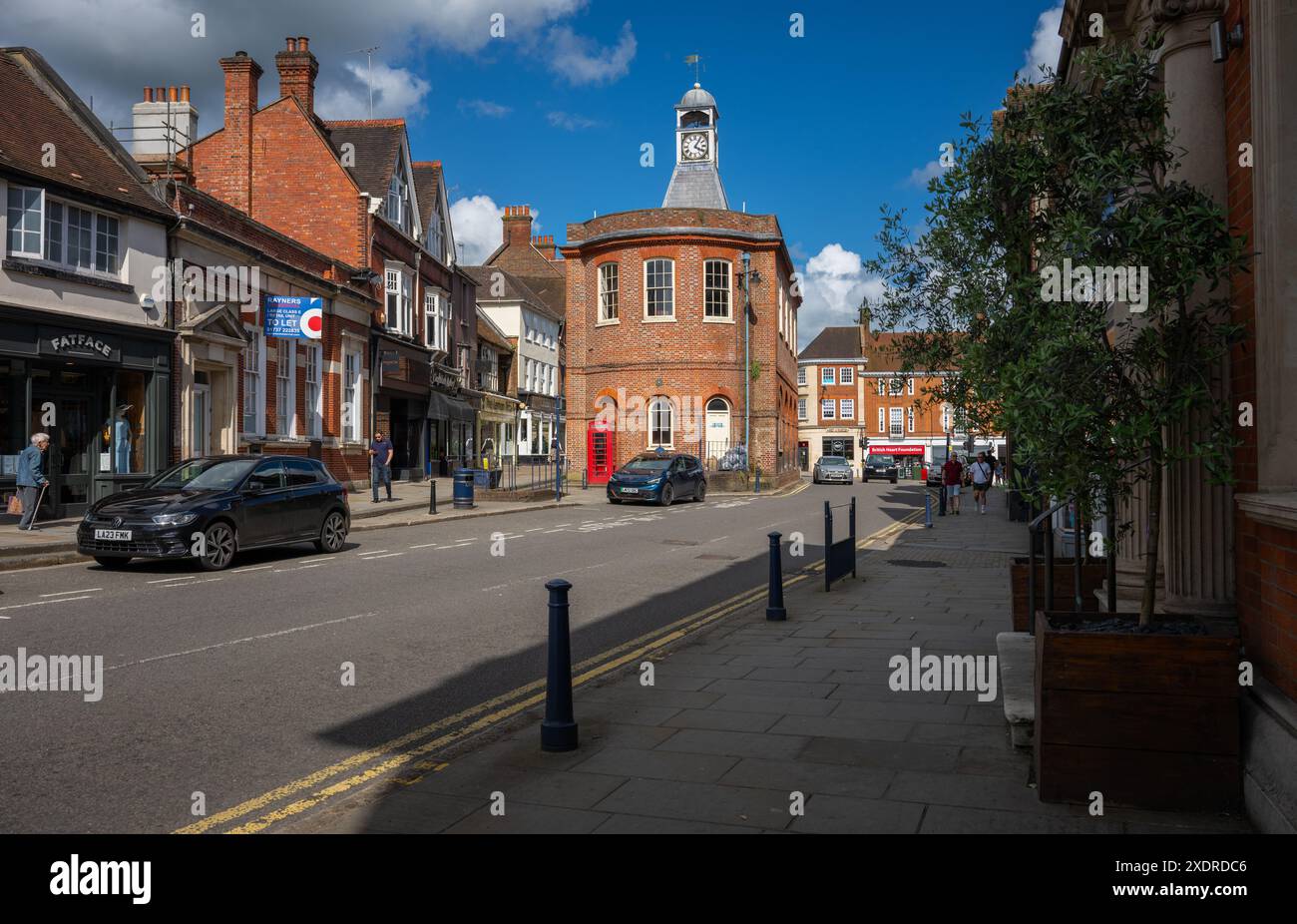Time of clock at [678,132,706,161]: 4:05
